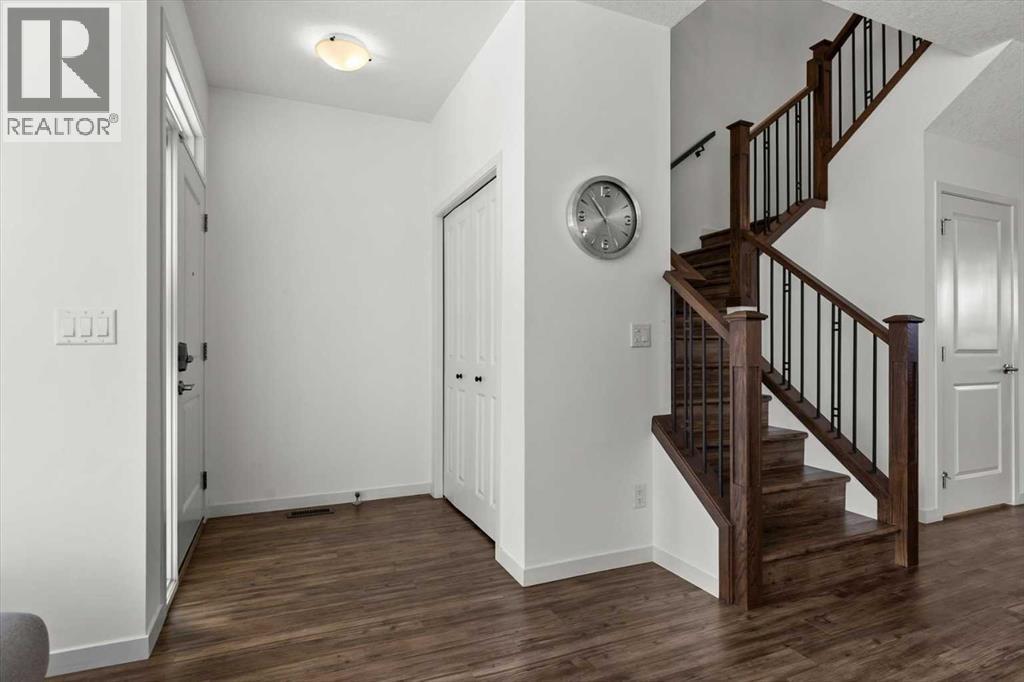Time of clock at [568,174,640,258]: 10:53
